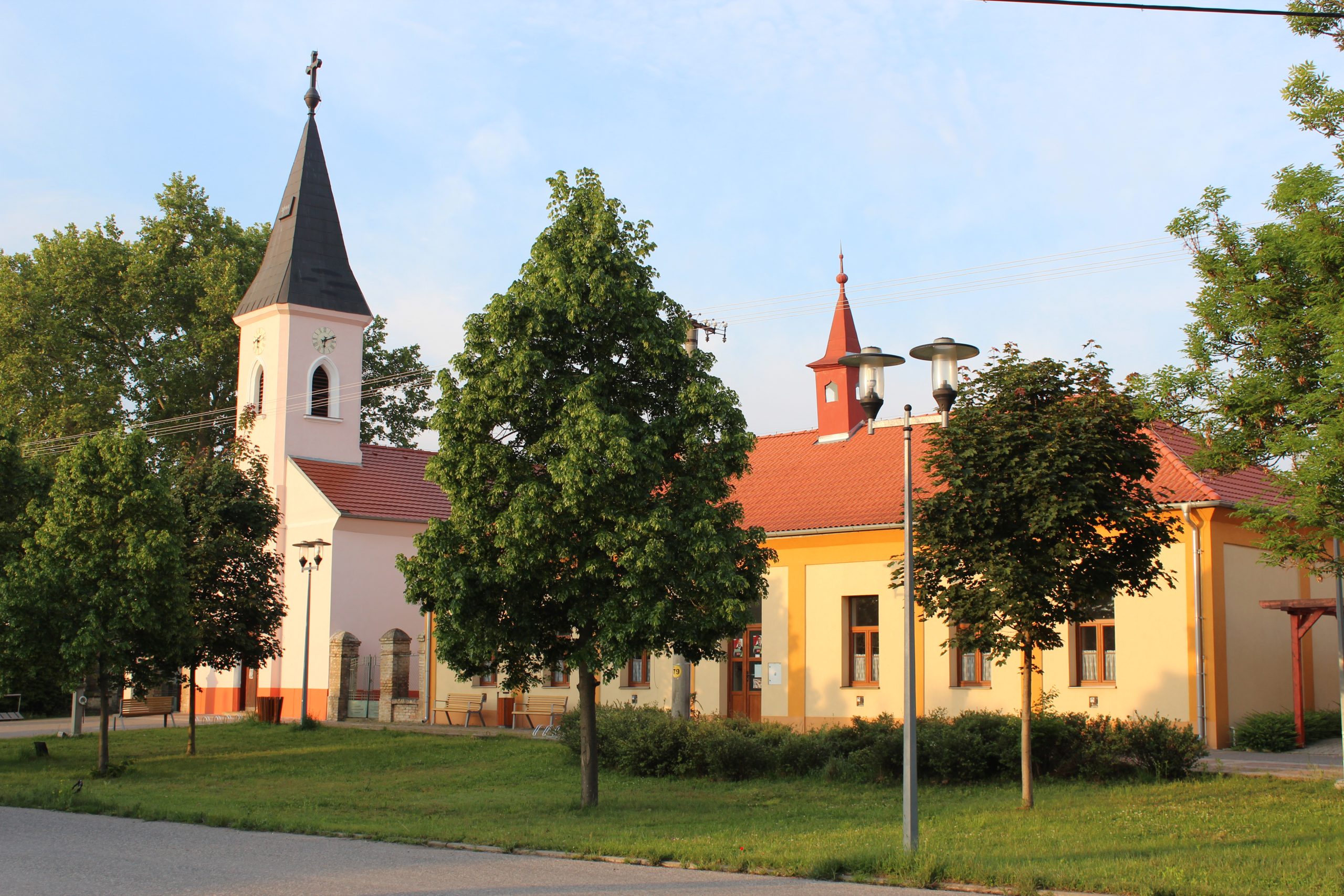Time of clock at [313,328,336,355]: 6:11
